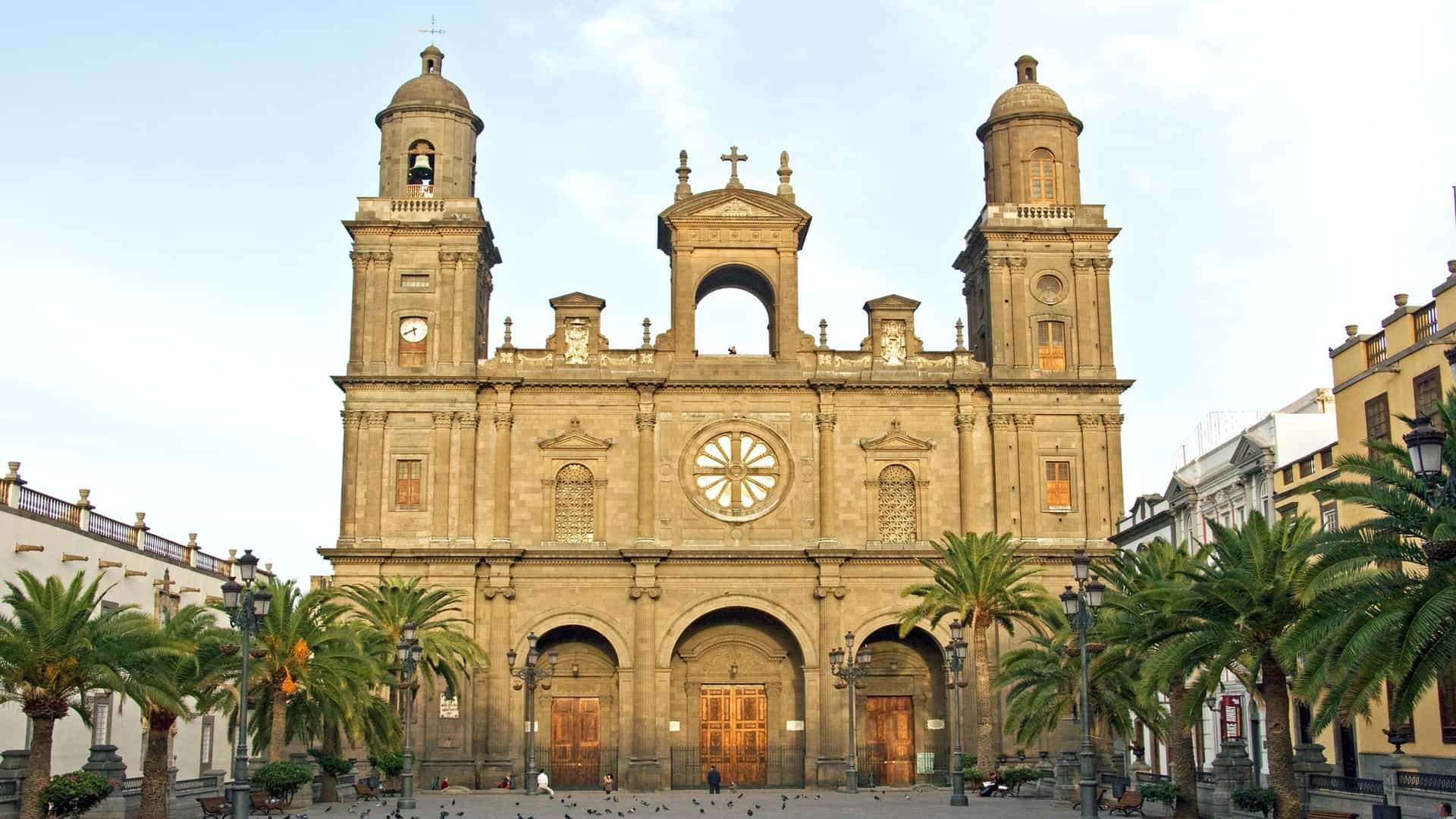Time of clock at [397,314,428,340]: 5:40
